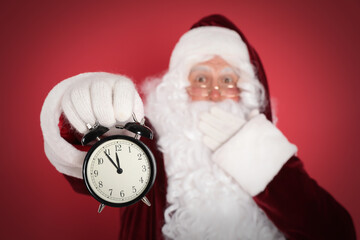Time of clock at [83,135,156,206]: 11:54
